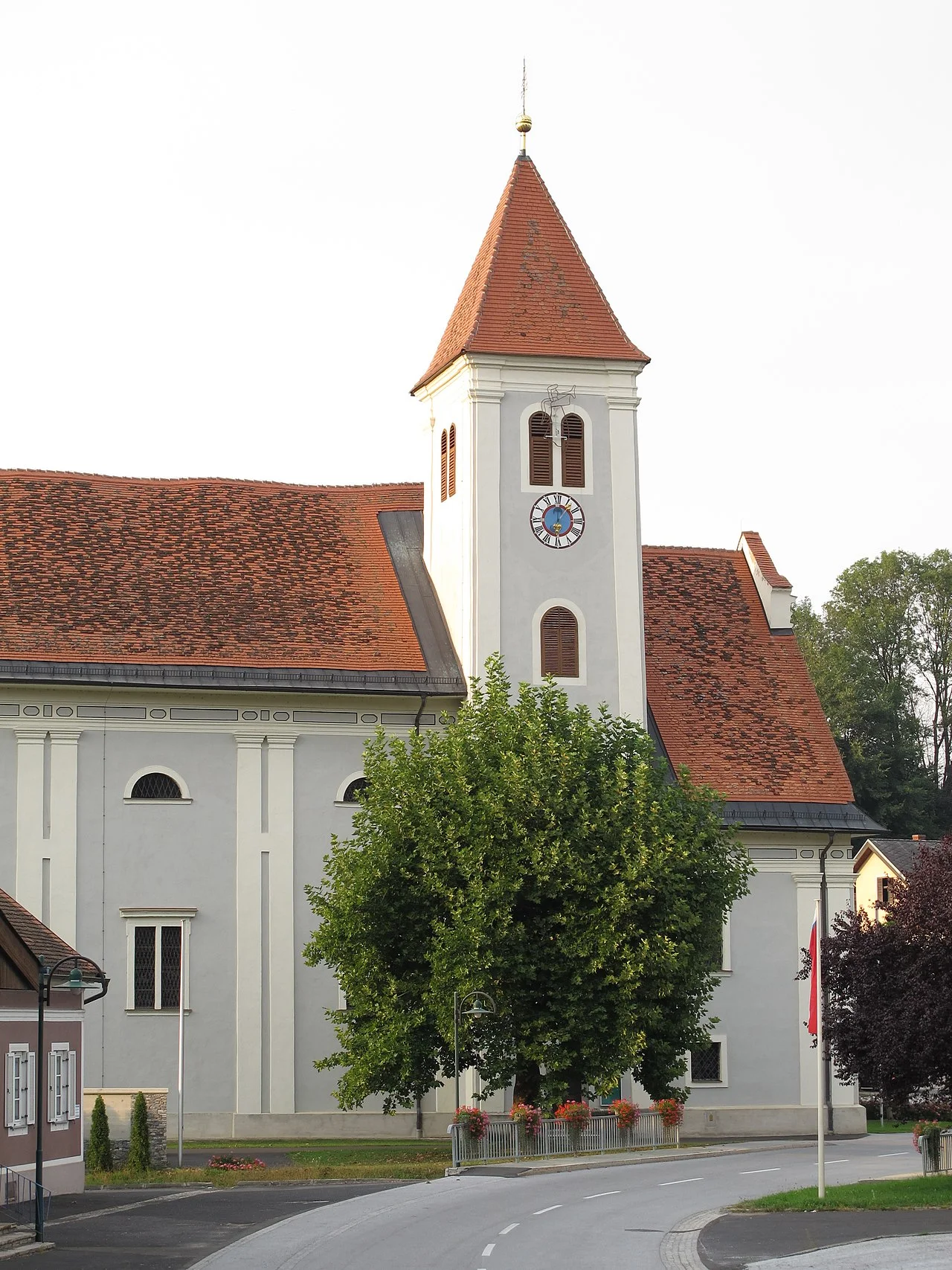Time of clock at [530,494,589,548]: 12:06
